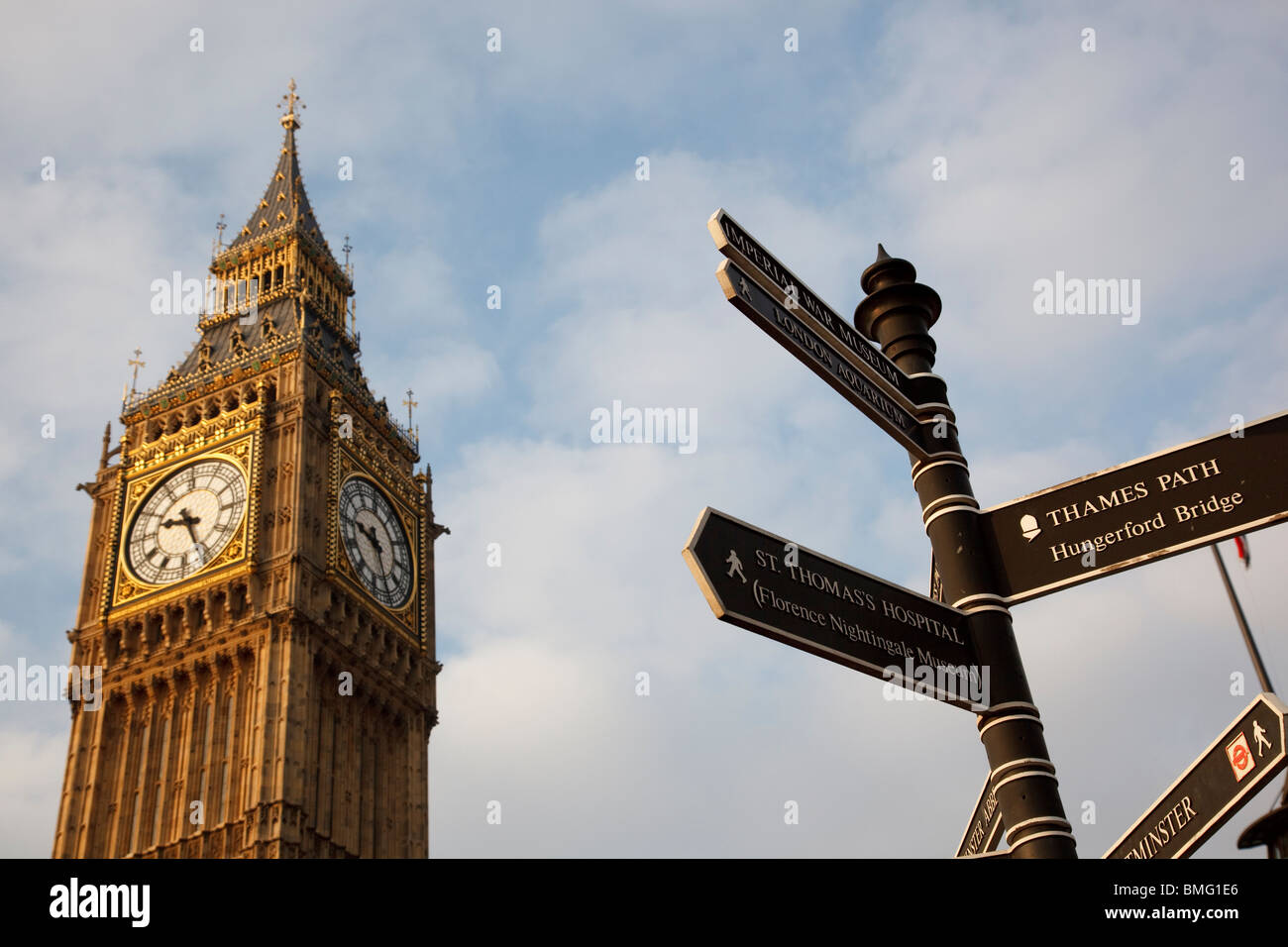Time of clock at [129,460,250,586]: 9:26
